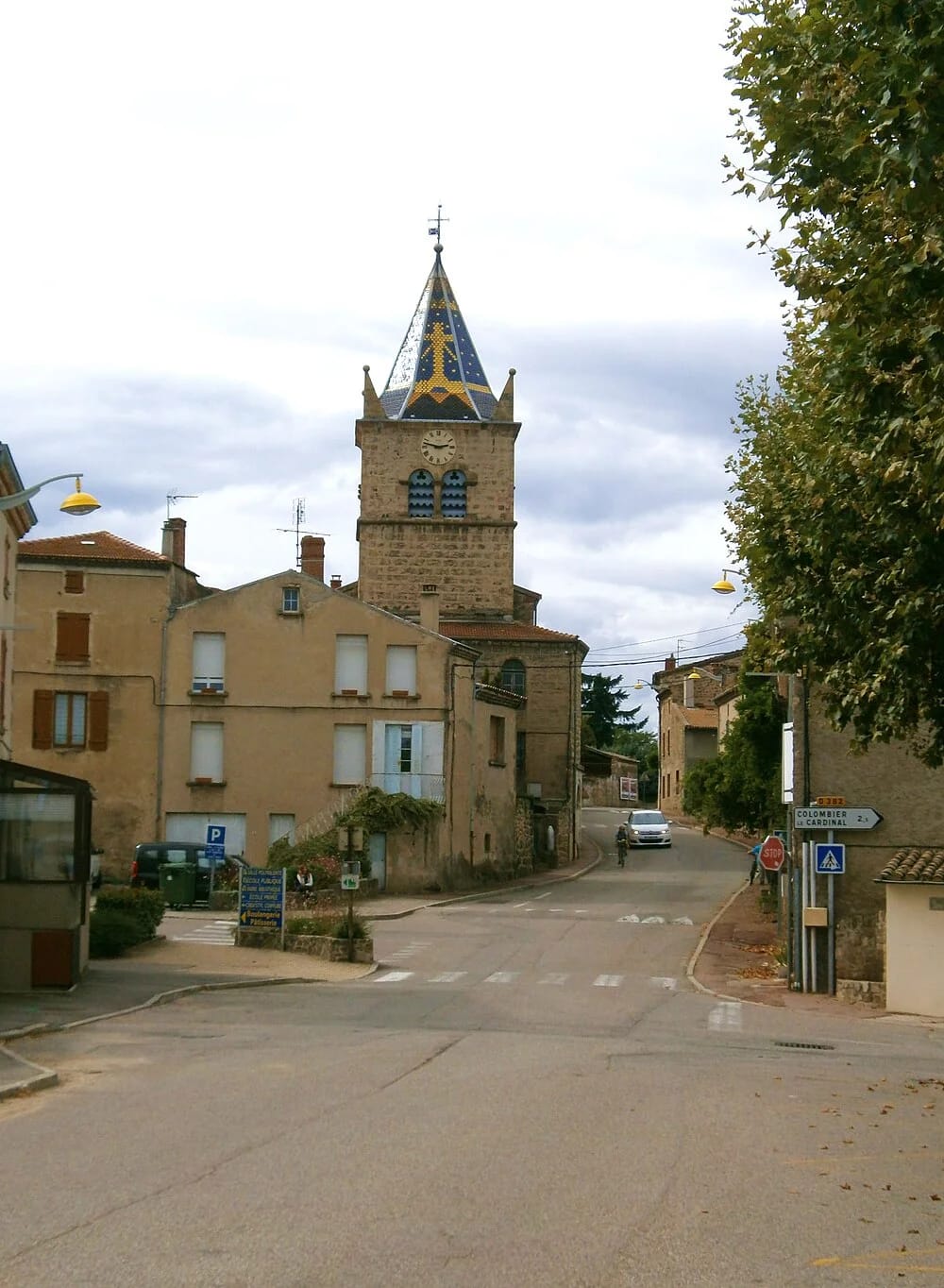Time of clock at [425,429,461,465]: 2:47
